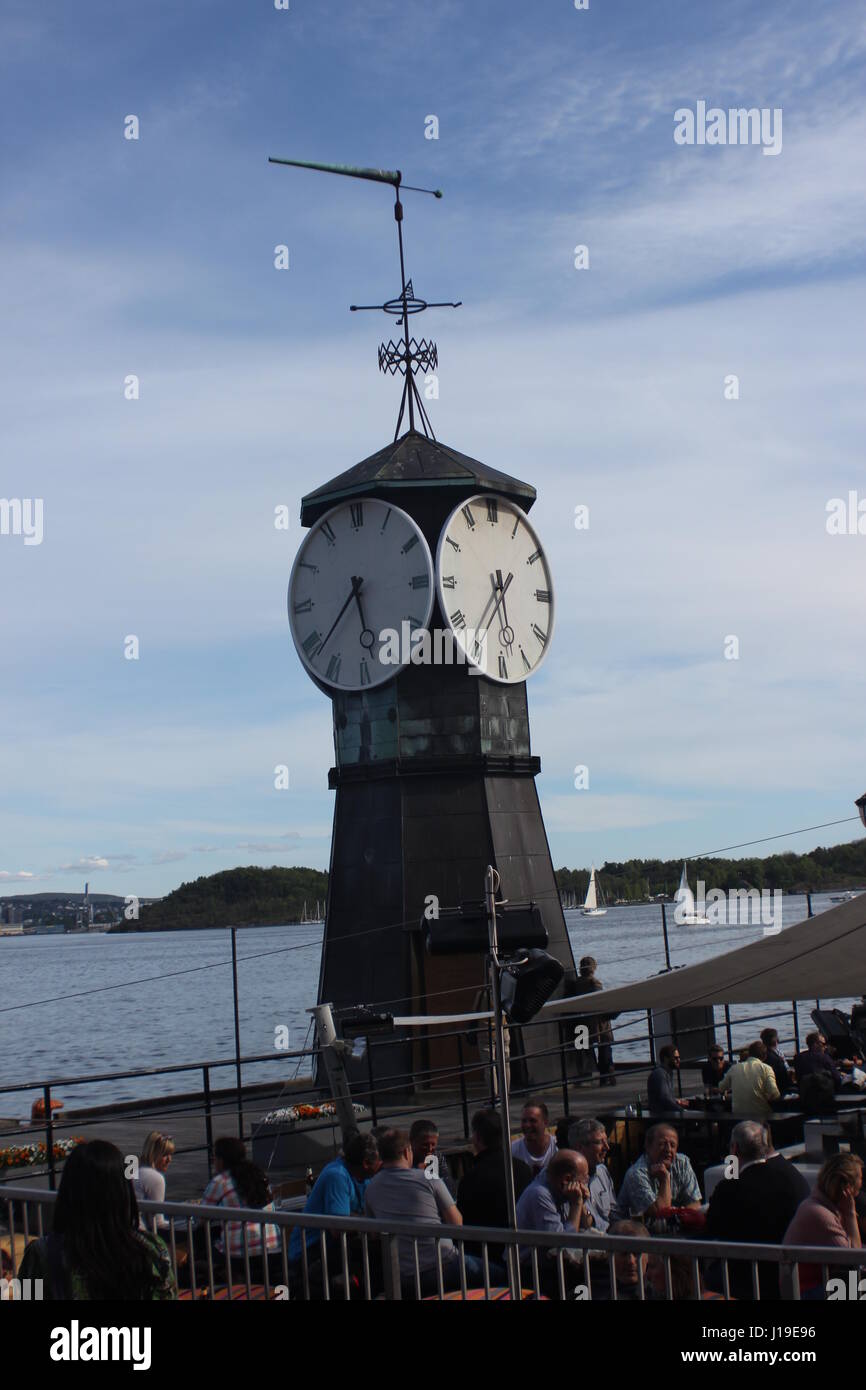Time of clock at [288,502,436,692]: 5:38
